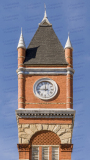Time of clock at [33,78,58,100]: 11:44
